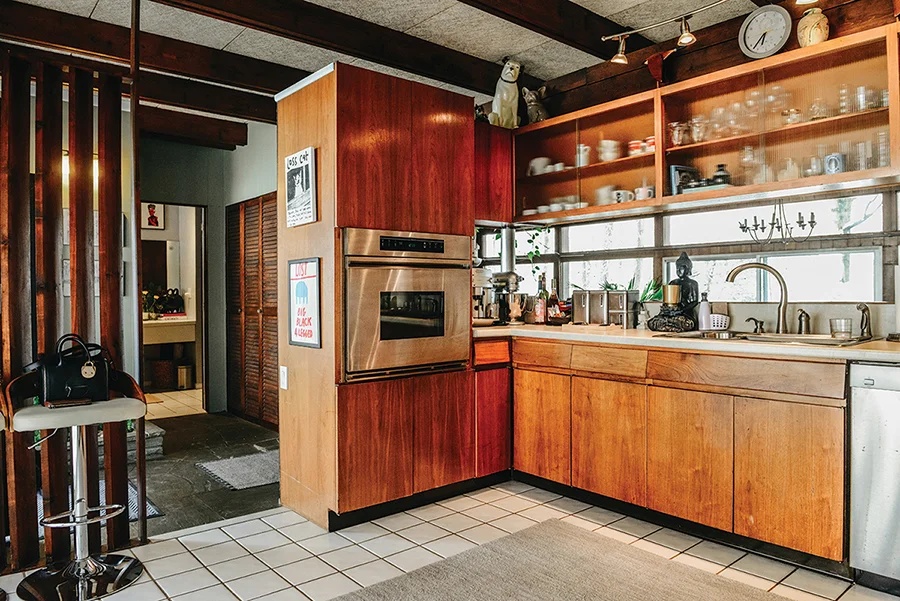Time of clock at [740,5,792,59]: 6:37
